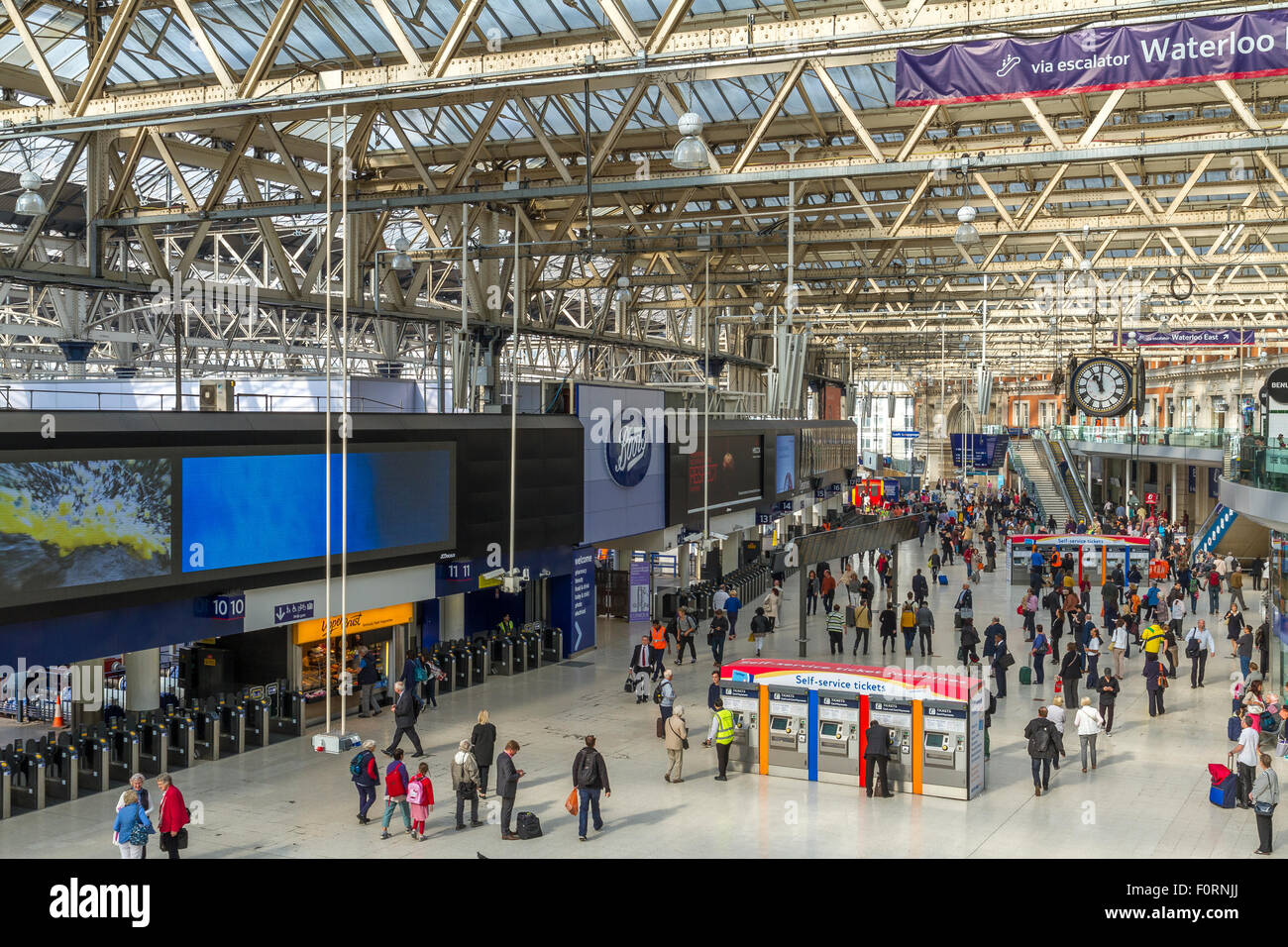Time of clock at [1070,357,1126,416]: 11:00
